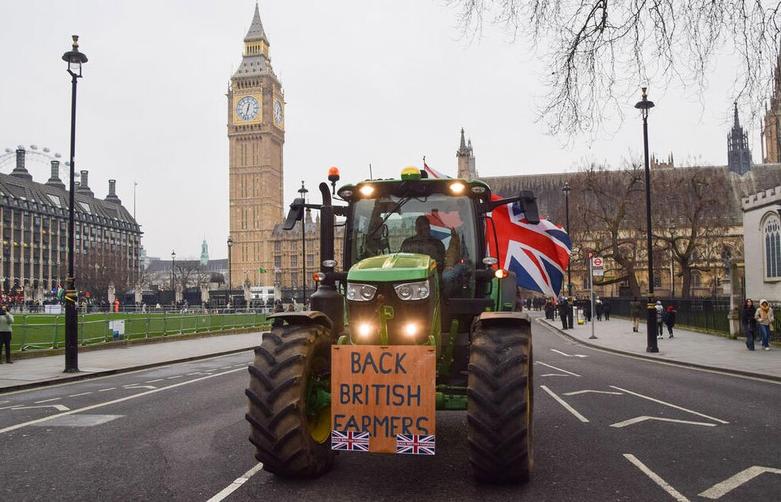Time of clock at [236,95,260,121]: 12:32
